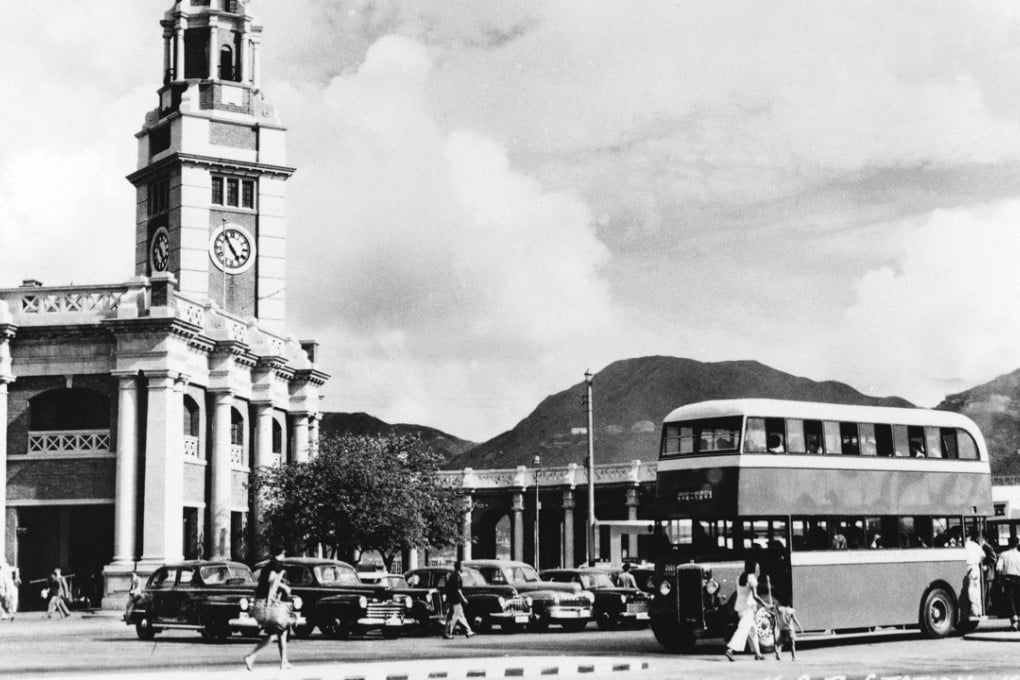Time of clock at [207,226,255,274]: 4:54
